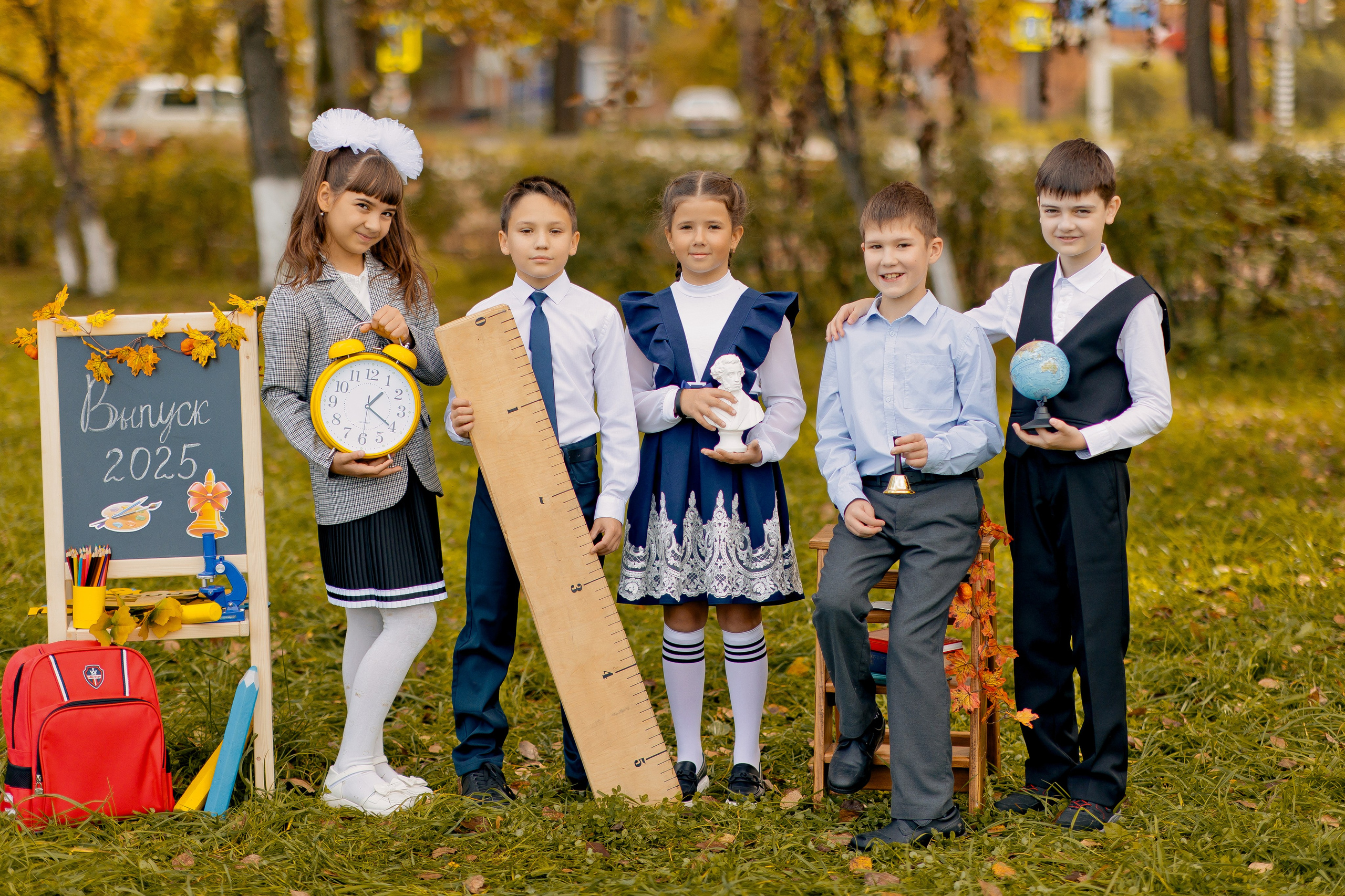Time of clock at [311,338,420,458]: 1:20
